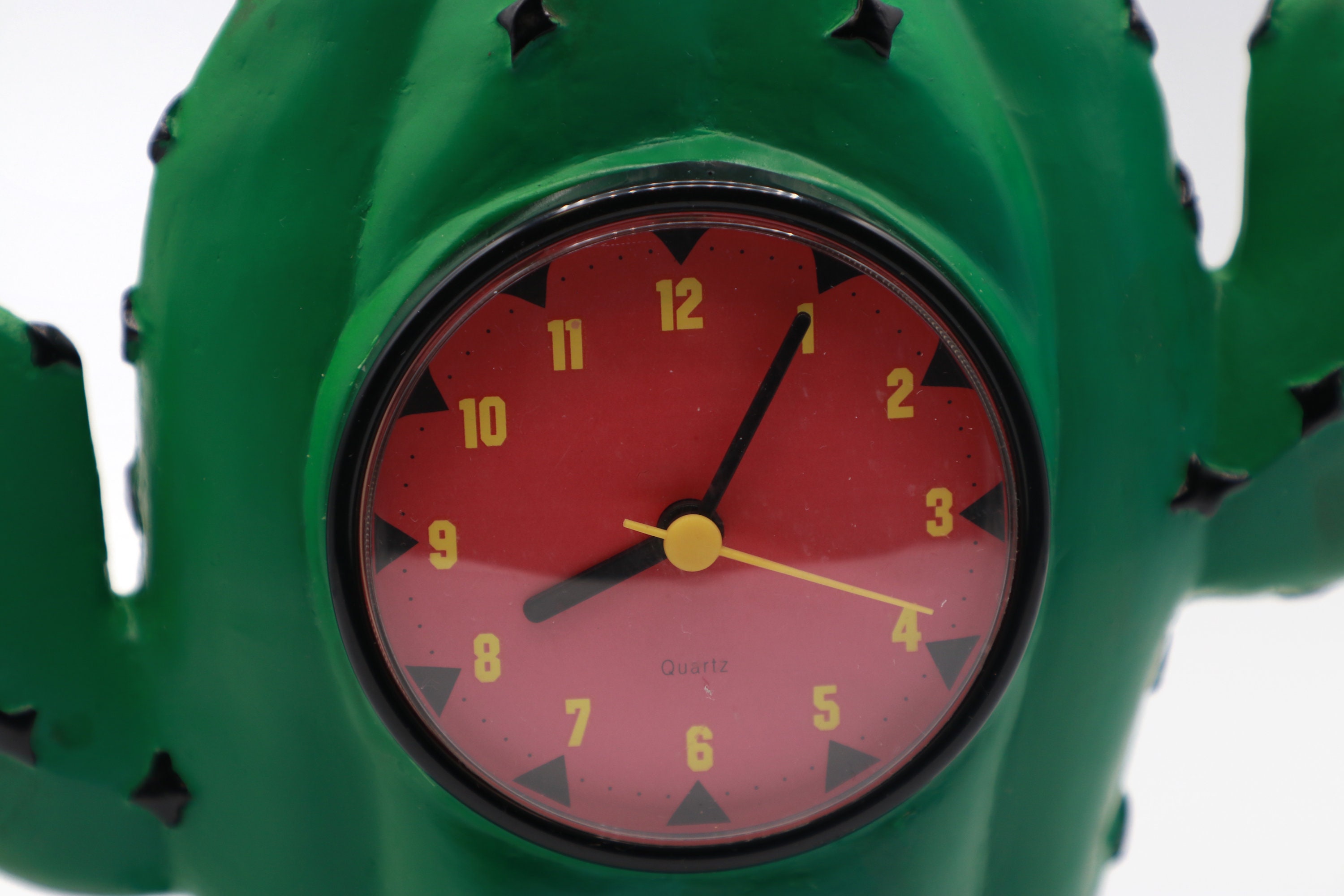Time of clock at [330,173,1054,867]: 8:05
